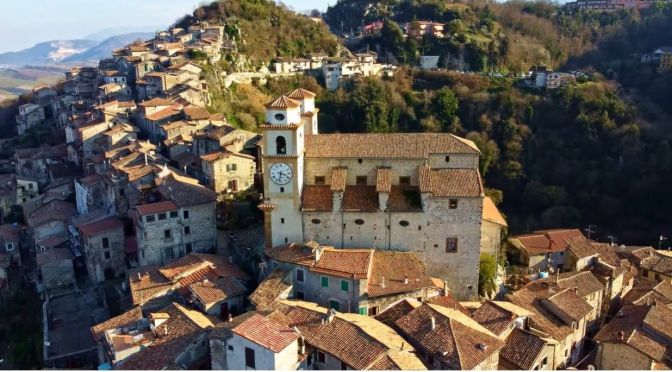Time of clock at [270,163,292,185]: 3:32
